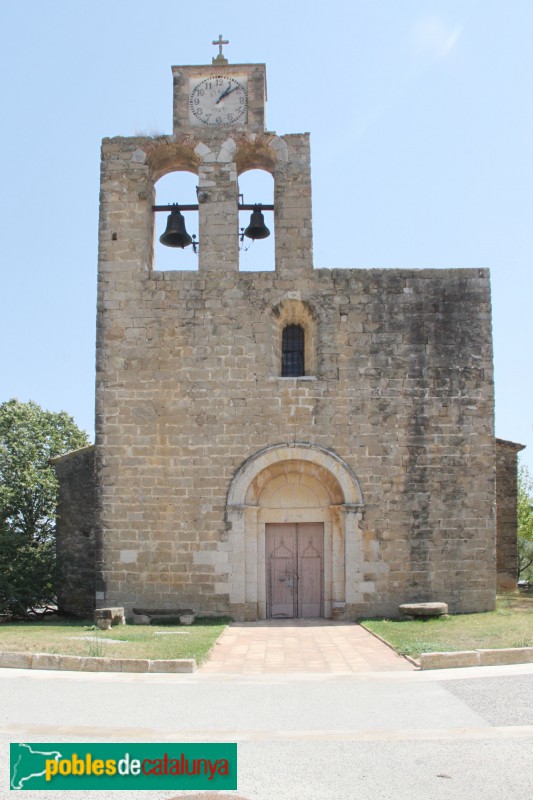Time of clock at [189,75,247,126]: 1:08
